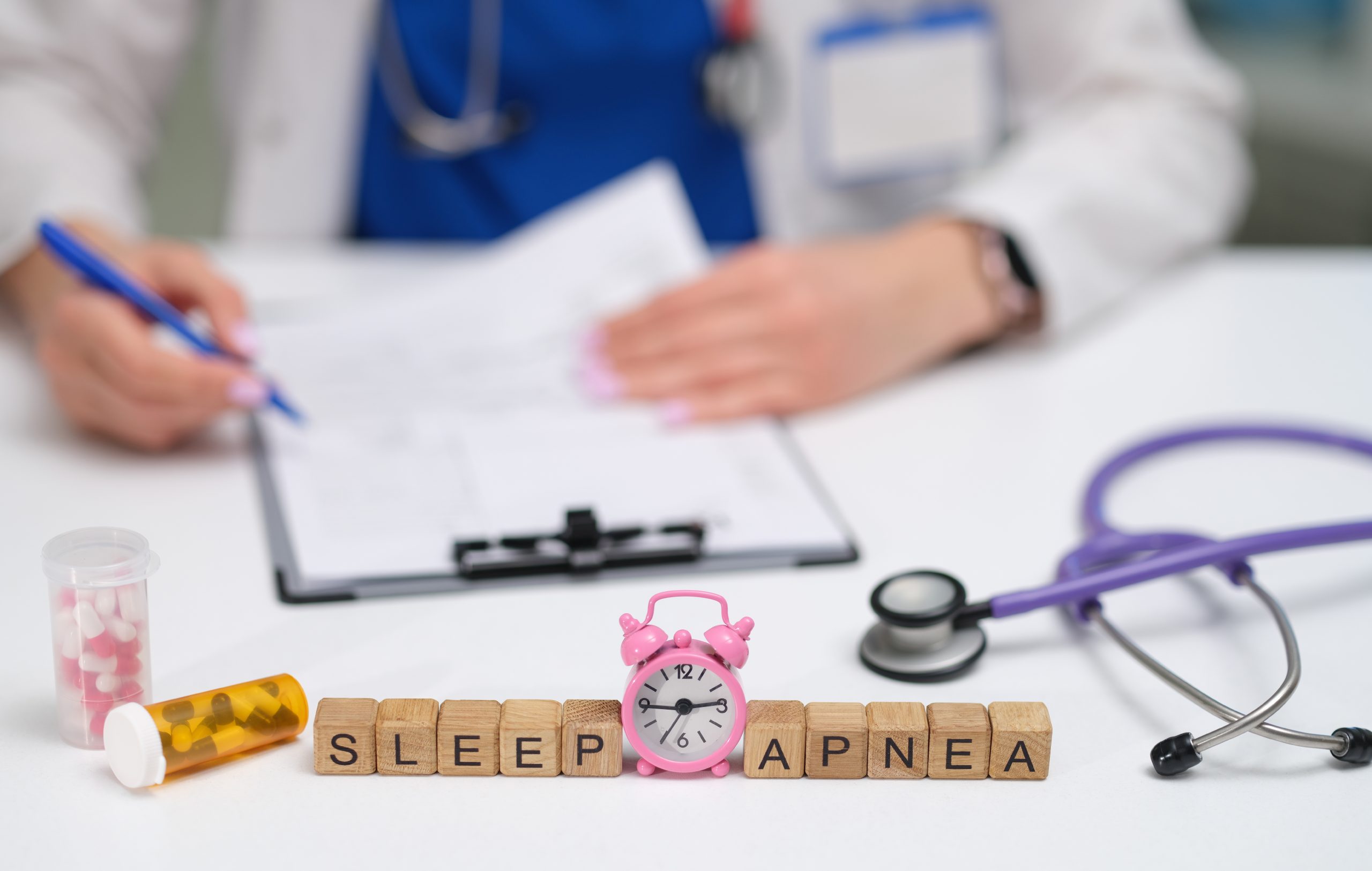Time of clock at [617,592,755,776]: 2:44
